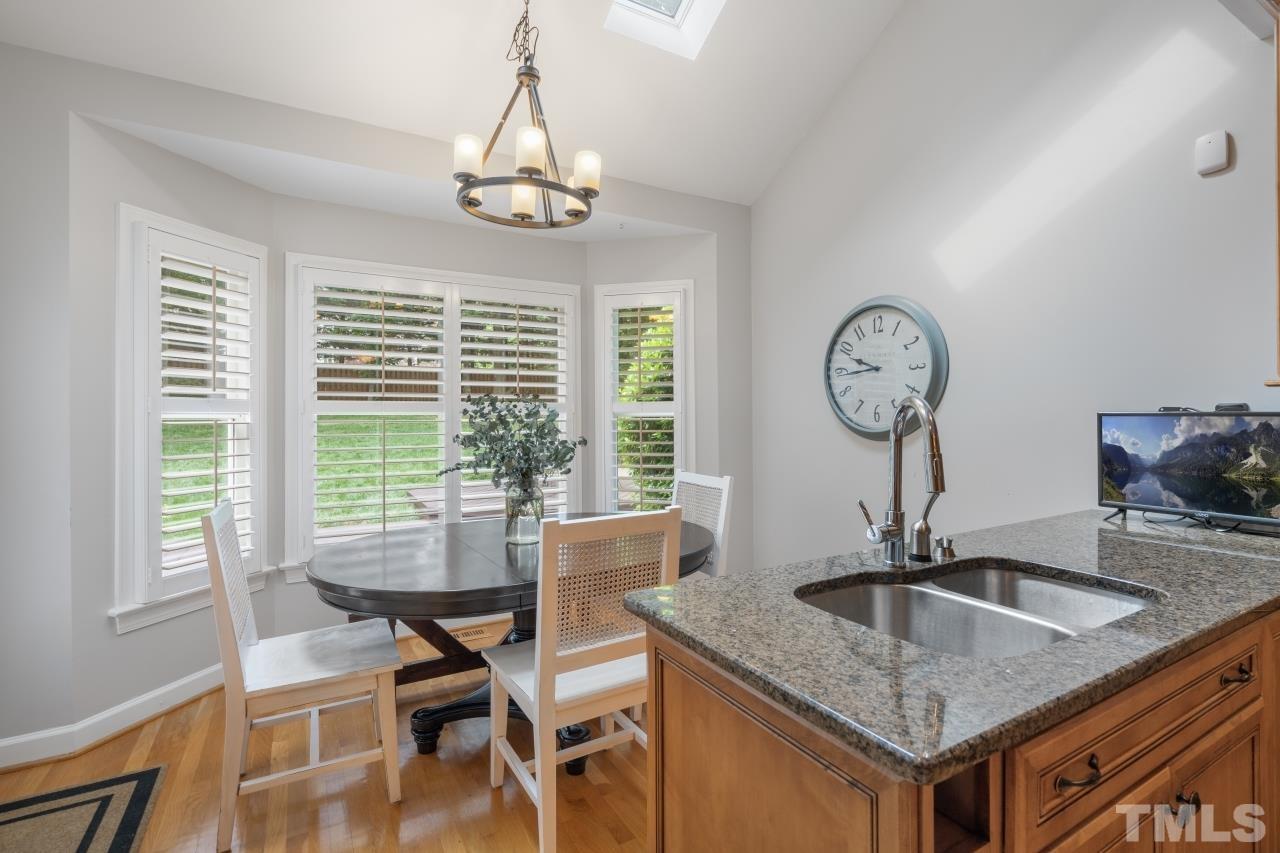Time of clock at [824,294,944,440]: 9:43
